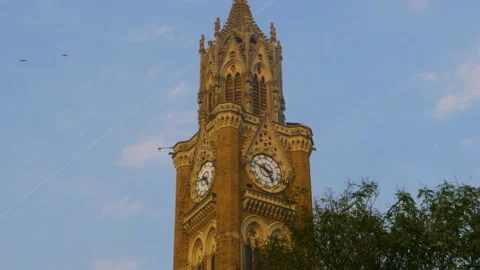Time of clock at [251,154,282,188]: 4:48
